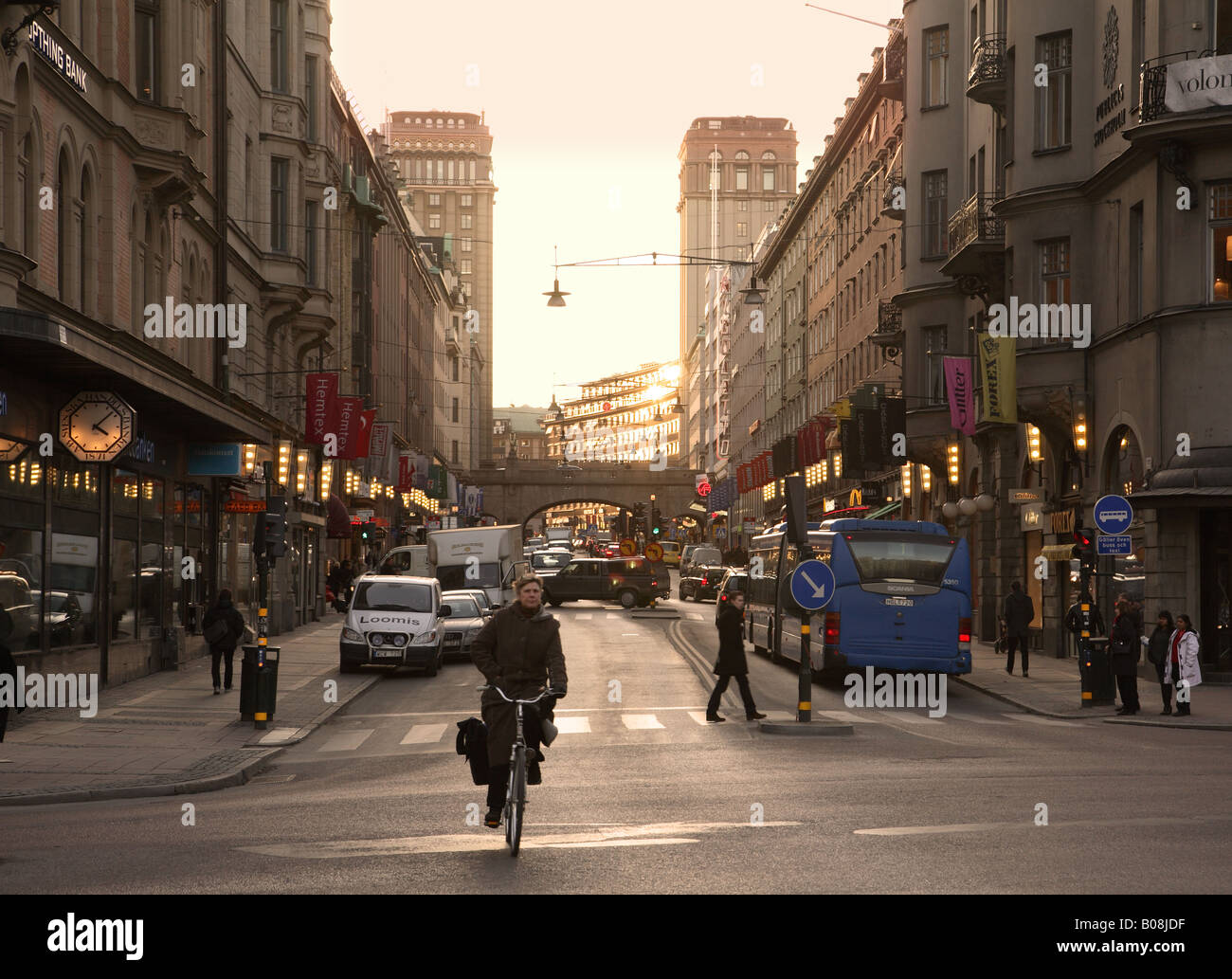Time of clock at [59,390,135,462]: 4:08
